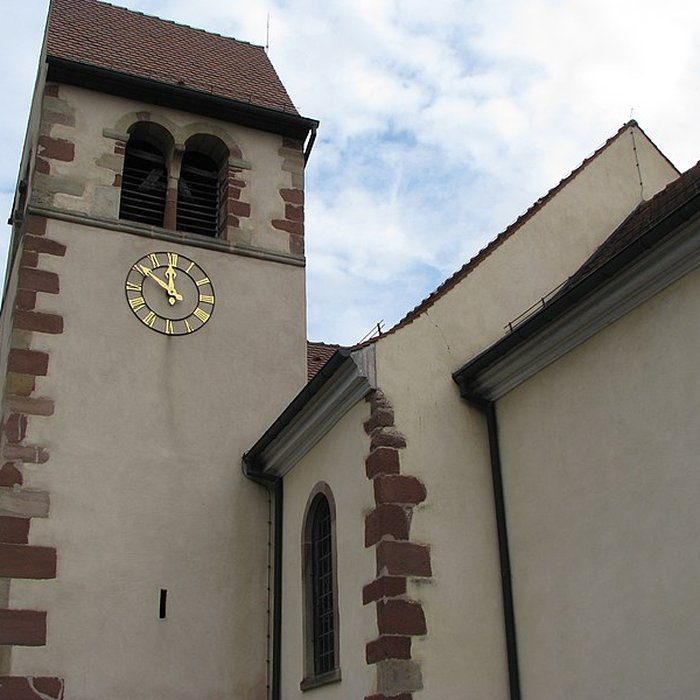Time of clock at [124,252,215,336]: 11:51
